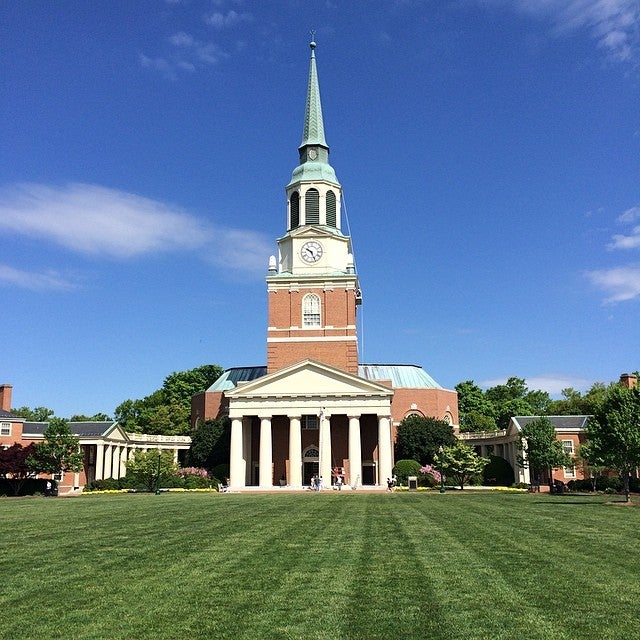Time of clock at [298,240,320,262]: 10:26
